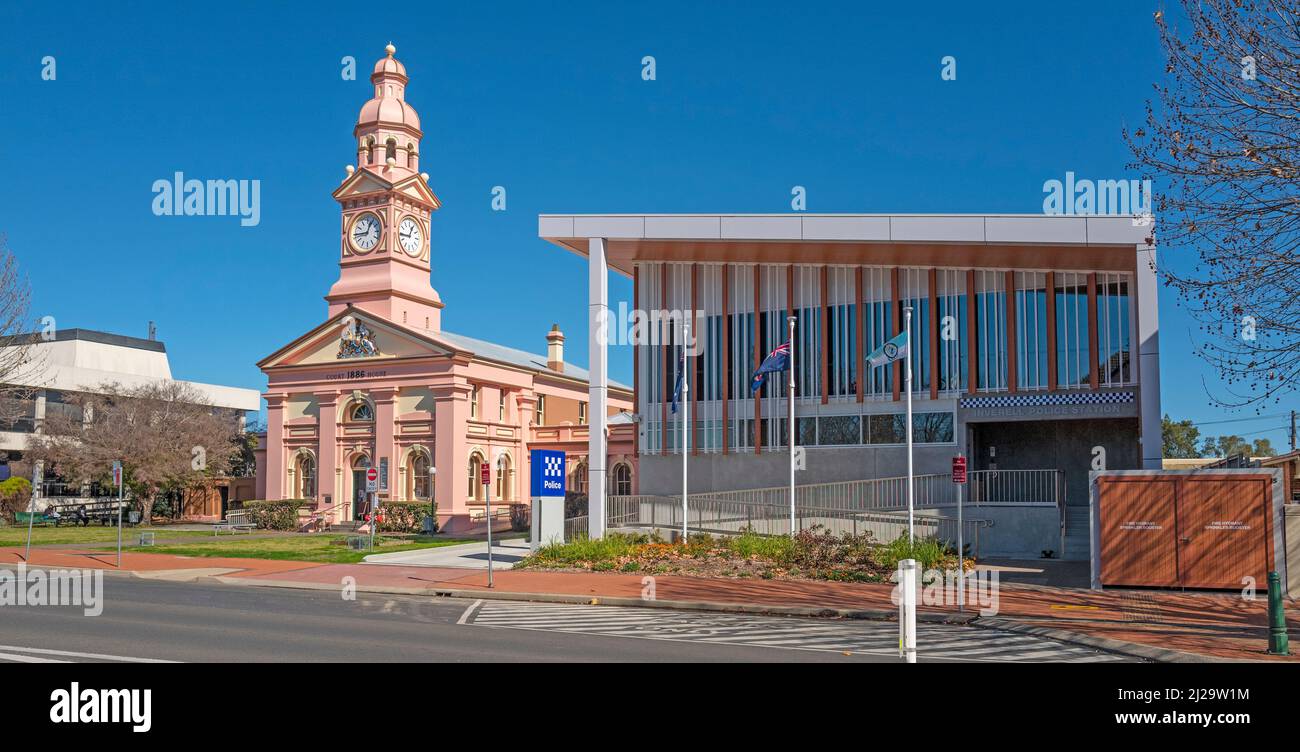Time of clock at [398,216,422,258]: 12:44
